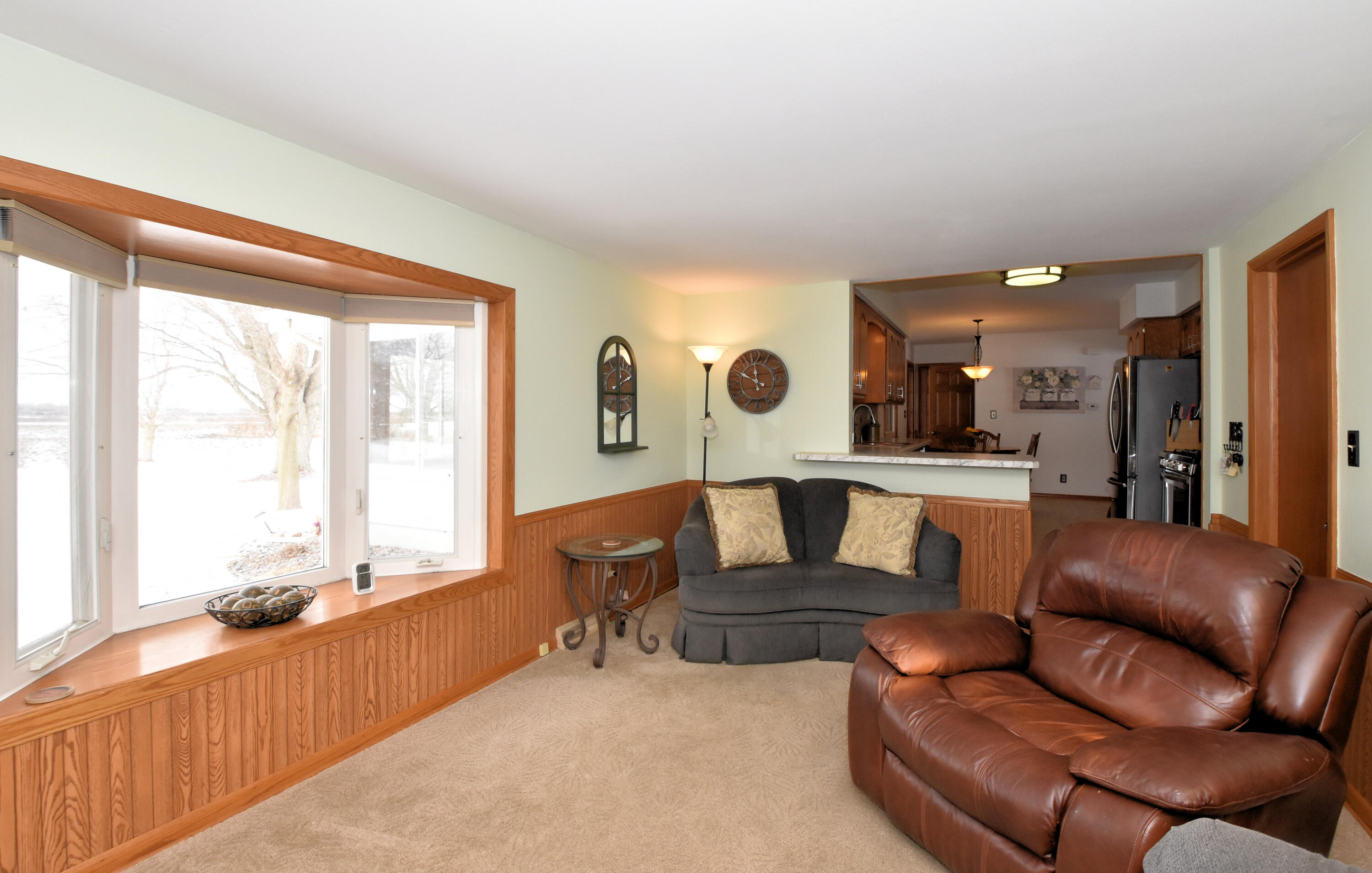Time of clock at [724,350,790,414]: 11:49
